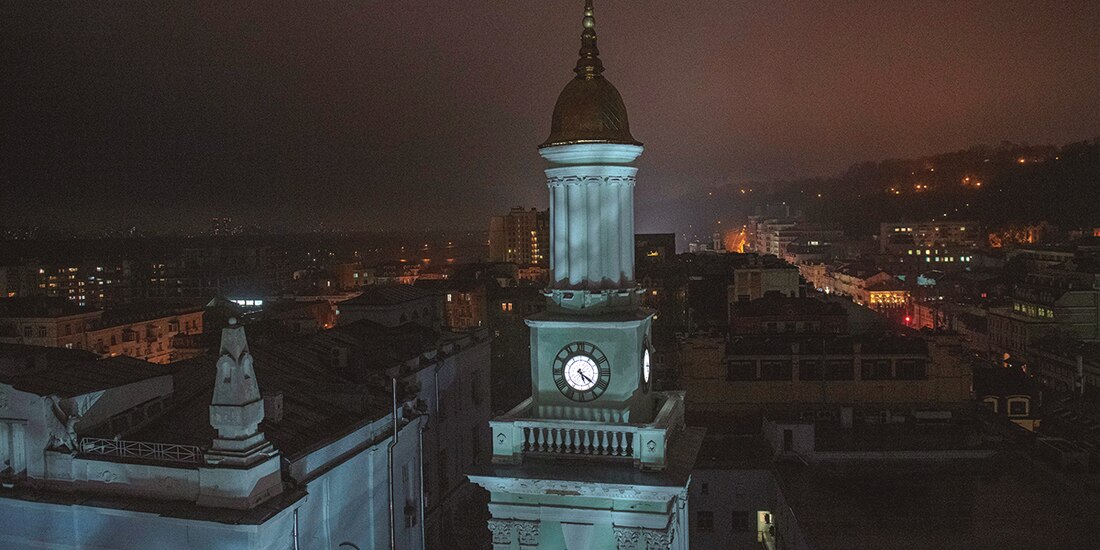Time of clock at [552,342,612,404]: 5:21
